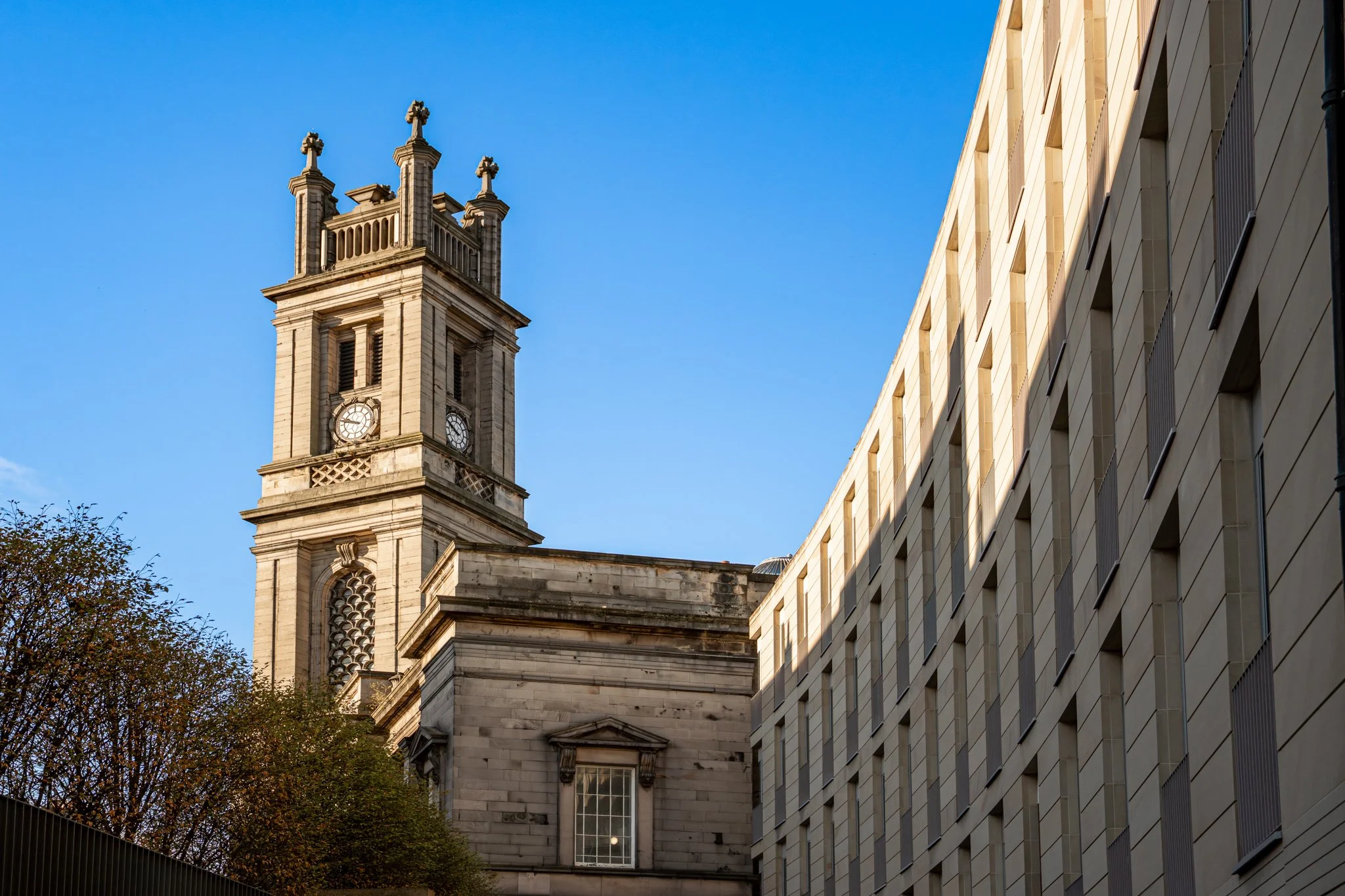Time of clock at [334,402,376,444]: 9:47
